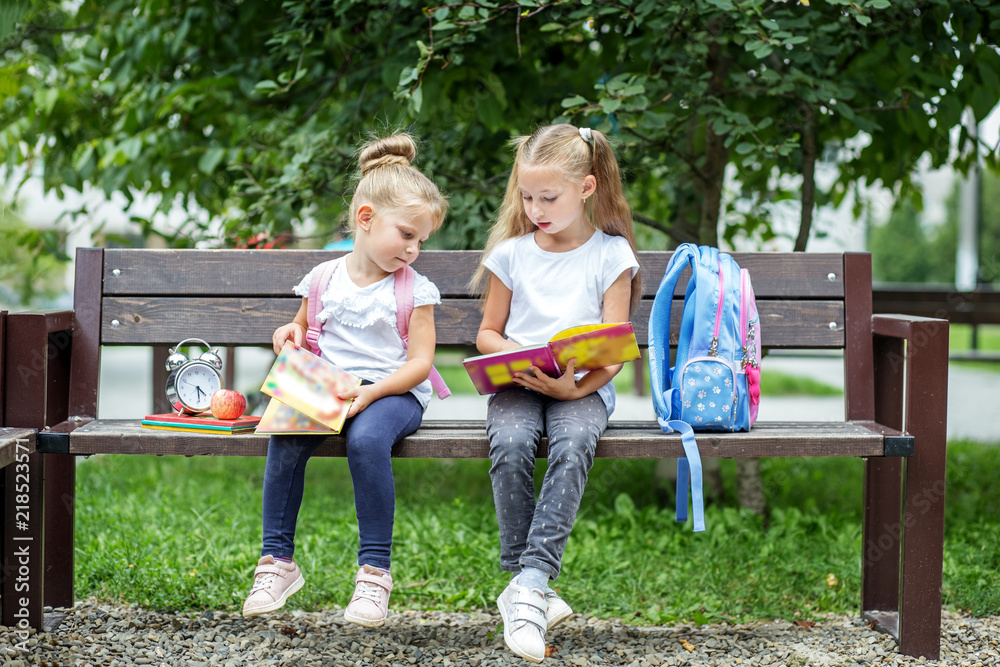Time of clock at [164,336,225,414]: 4:29
